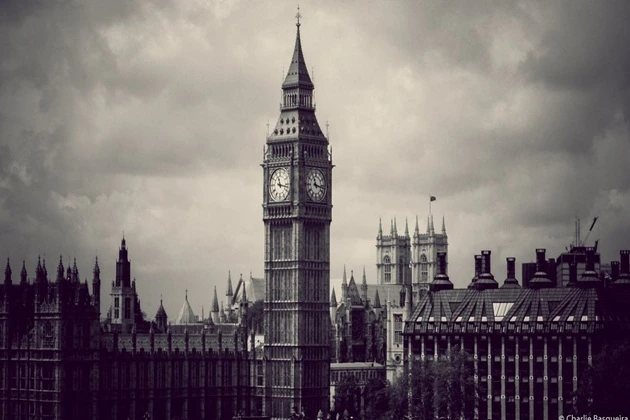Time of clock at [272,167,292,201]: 11:16
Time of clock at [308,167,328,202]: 11:16
